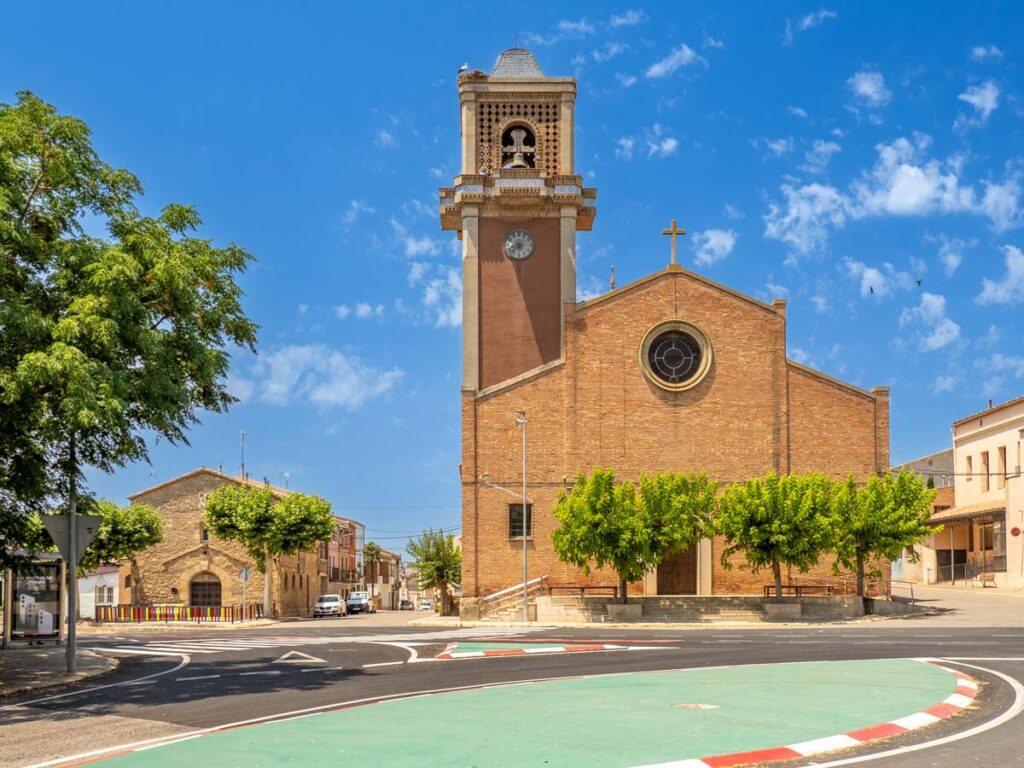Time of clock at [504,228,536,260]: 7:37
